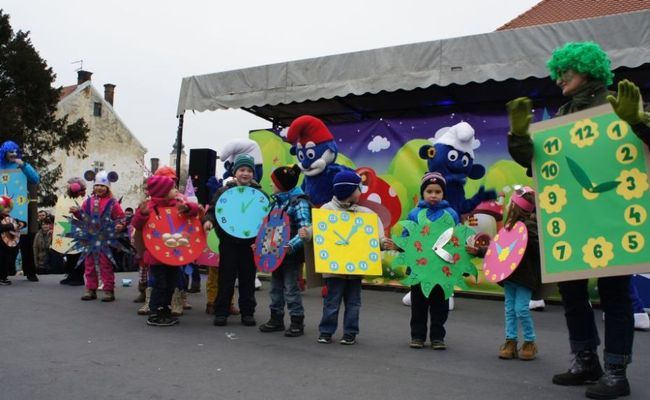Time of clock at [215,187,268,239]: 12:07
